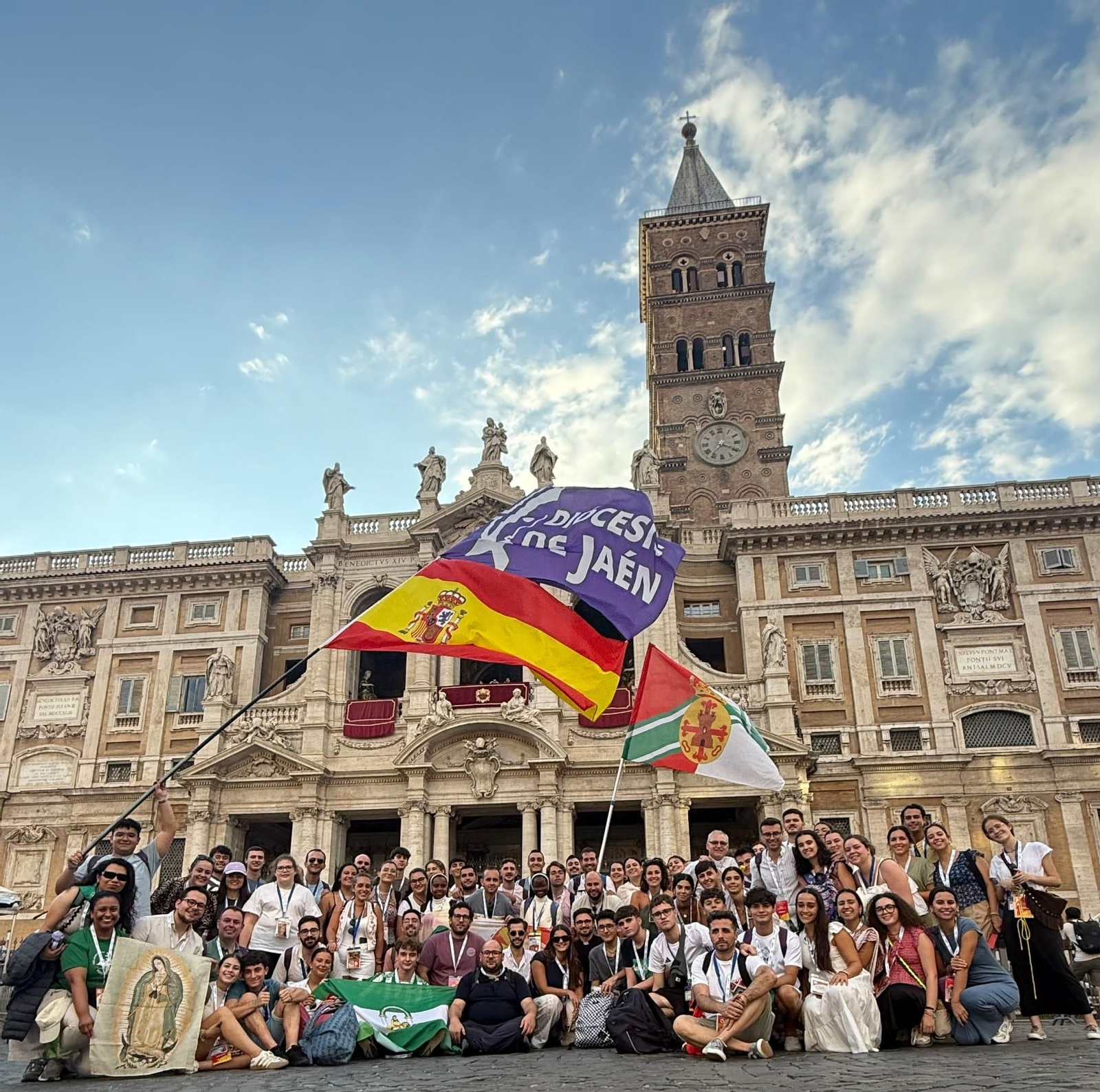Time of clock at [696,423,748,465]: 7:20
